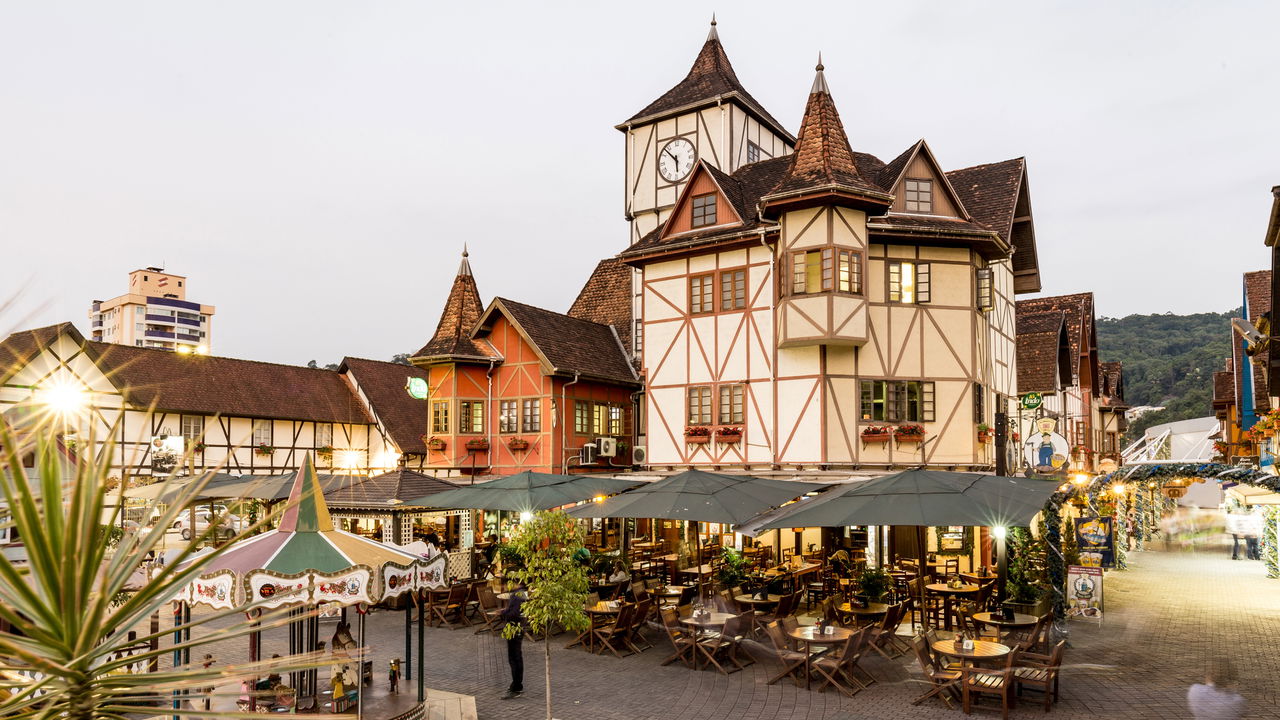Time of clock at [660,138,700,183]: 5:52
